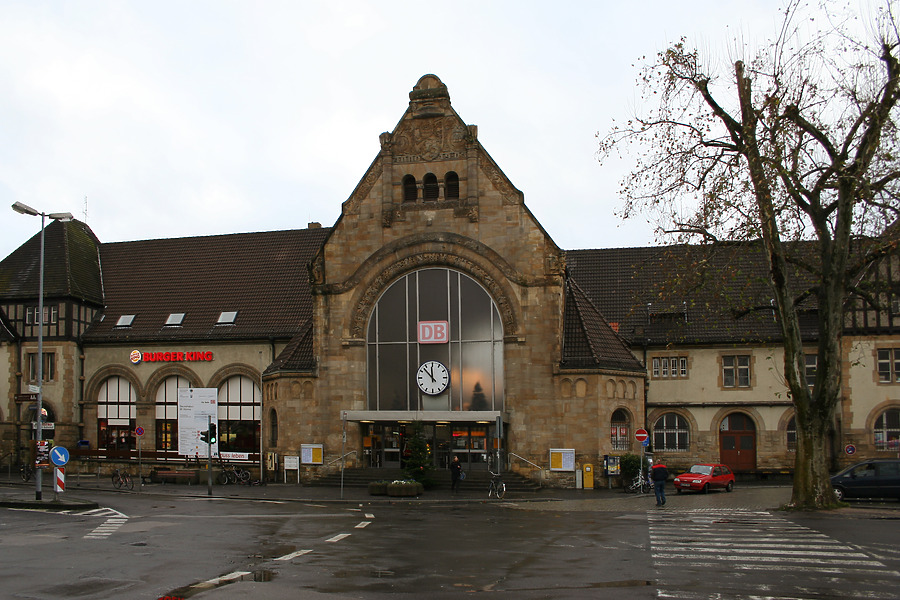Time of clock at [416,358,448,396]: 11:52
